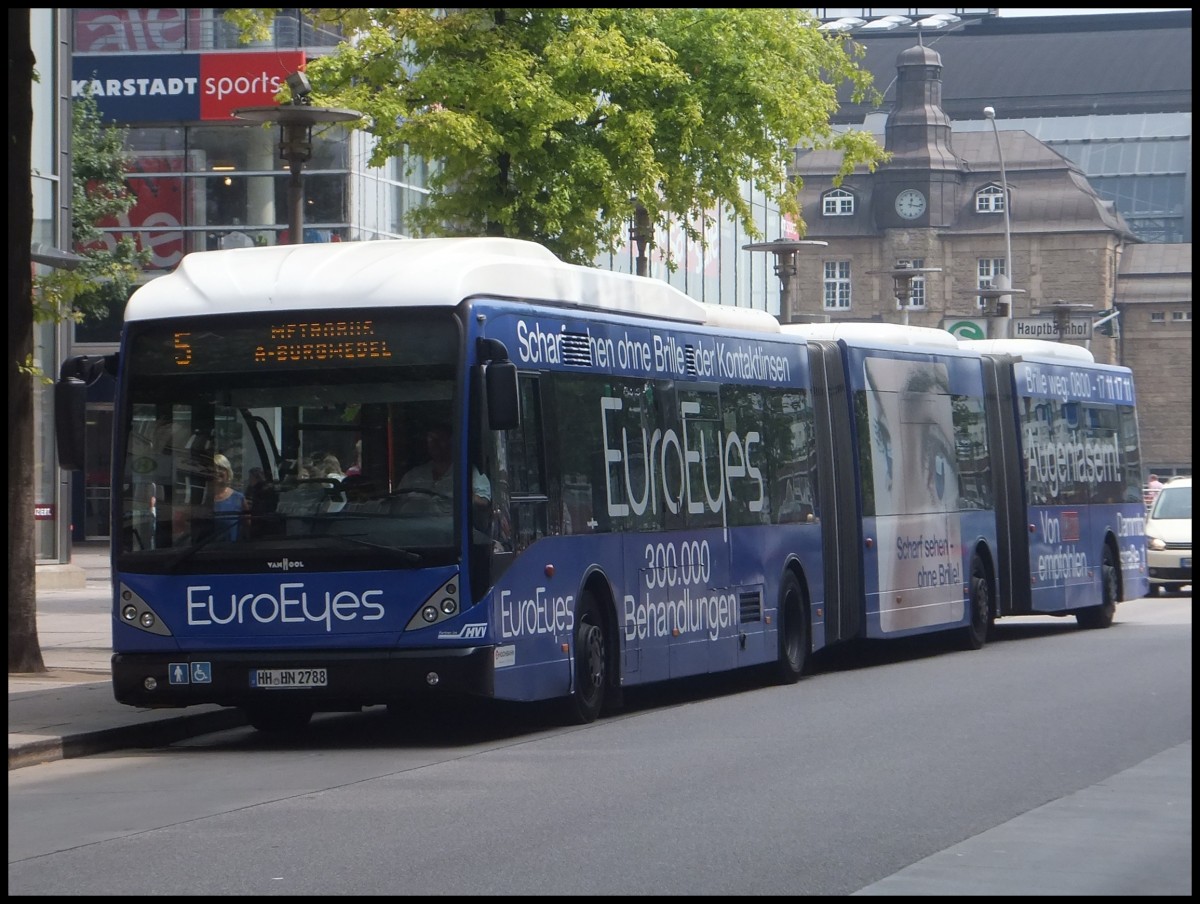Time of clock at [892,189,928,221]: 12:16
